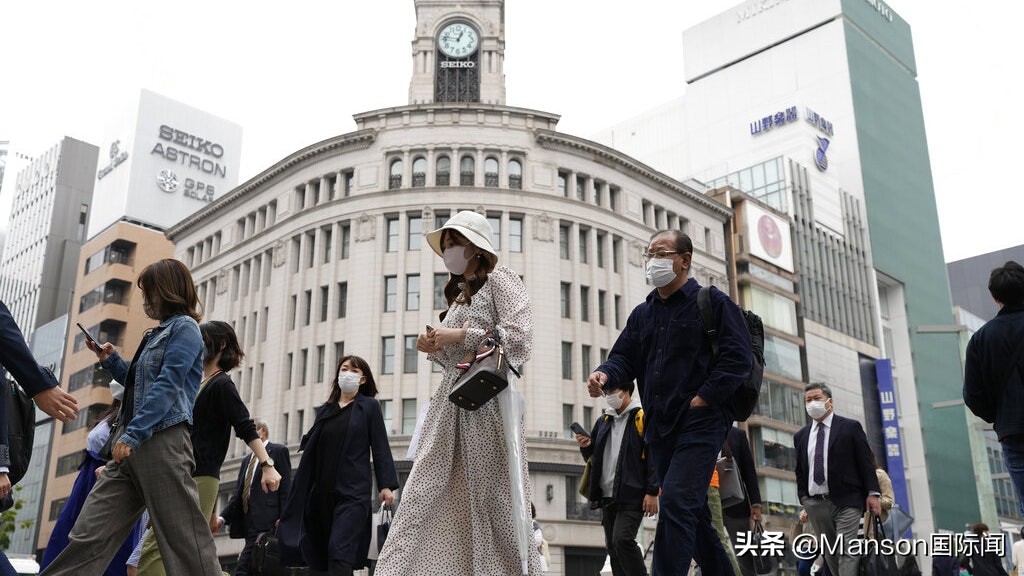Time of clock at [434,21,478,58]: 12:46
